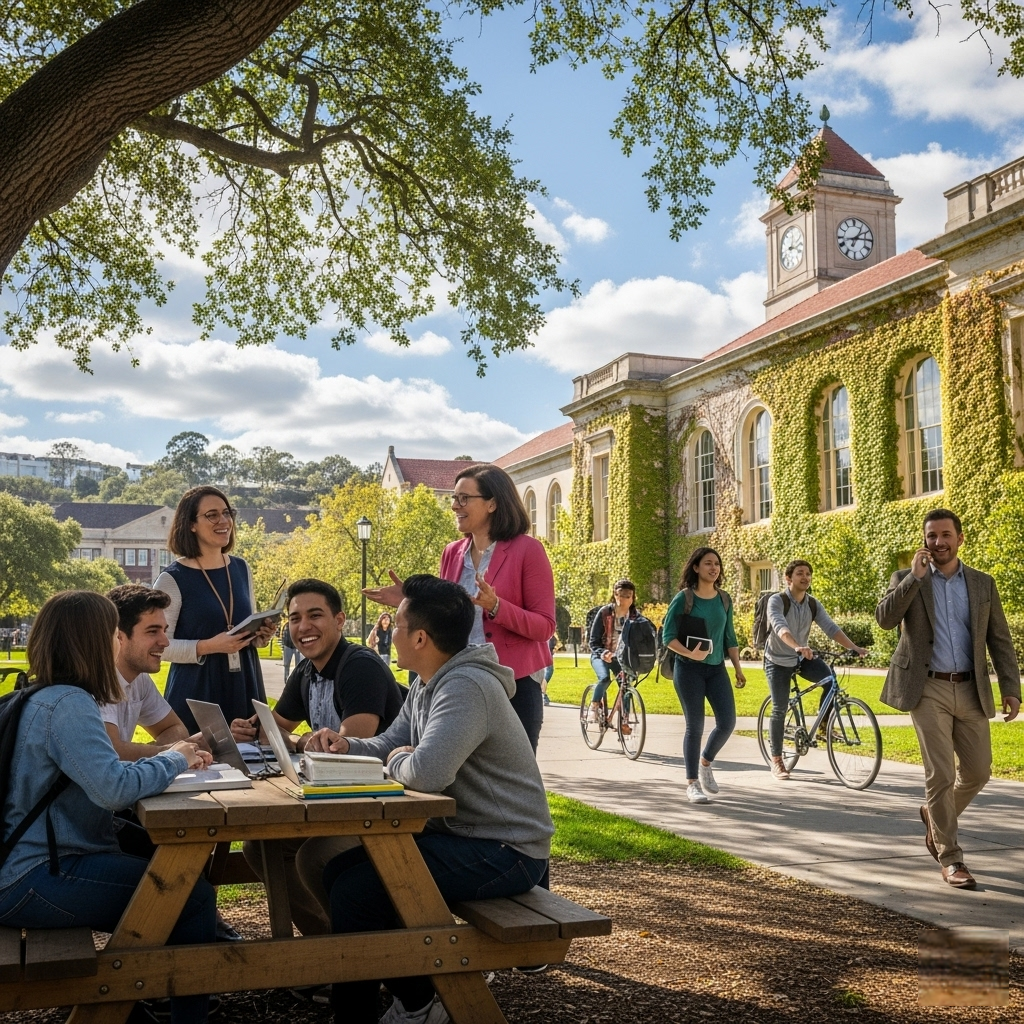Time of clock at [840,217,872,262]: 1:14
